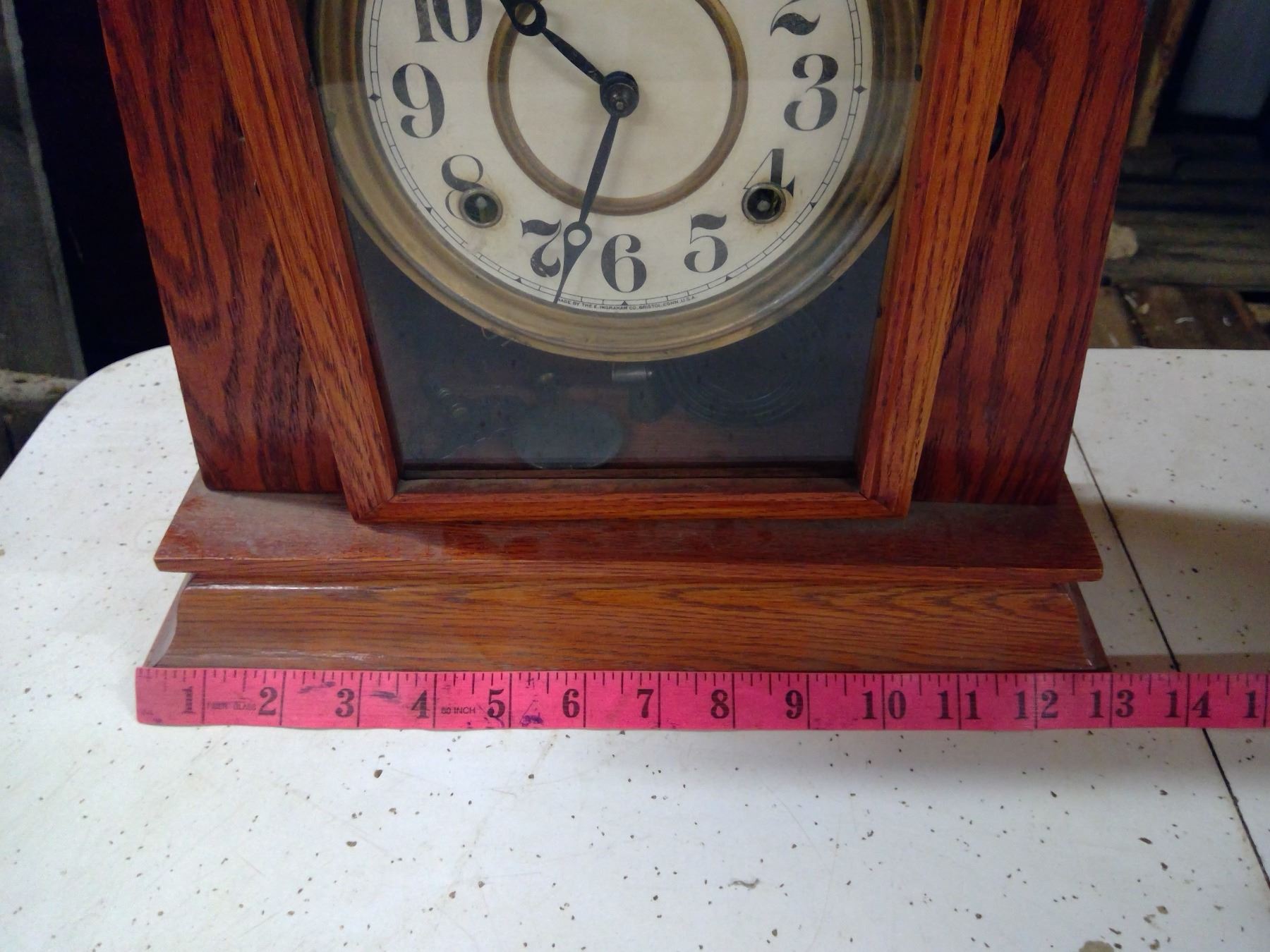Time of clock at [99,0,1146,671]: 10:33
